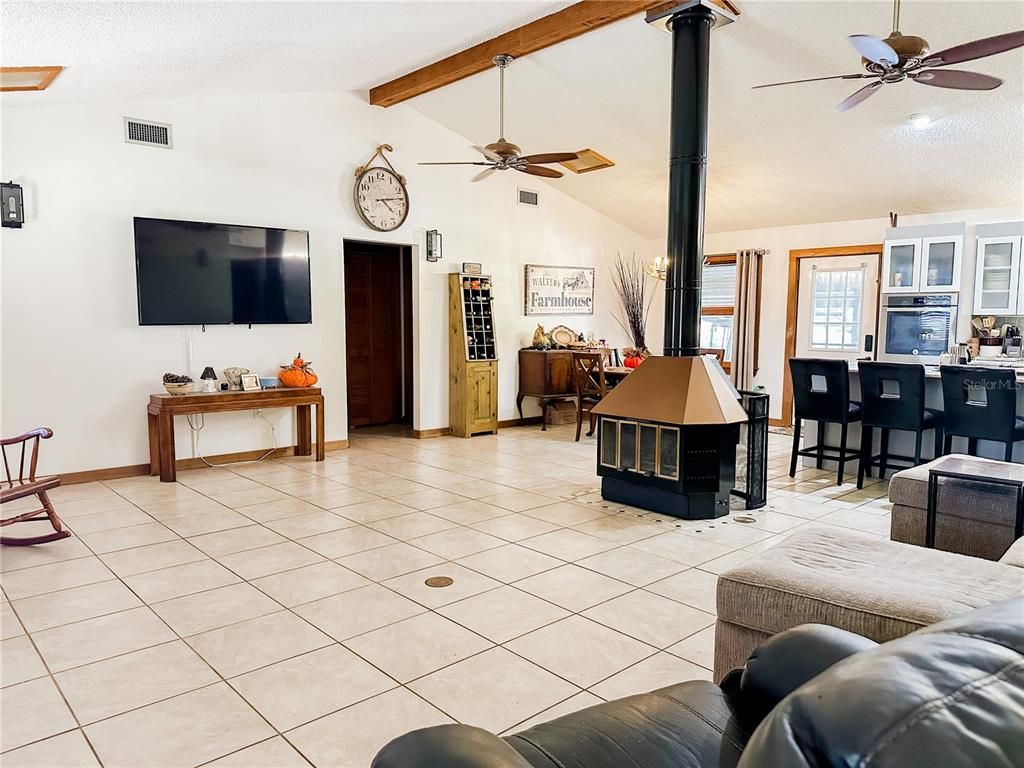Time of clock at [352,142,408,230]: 4:13
